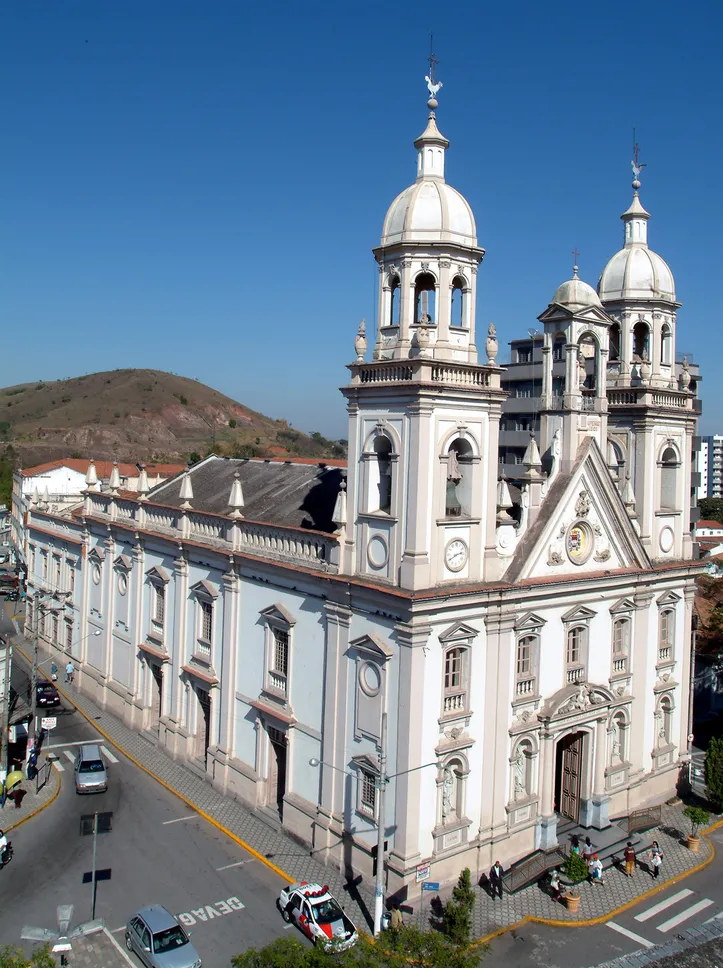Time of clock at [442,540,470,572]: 2:40
